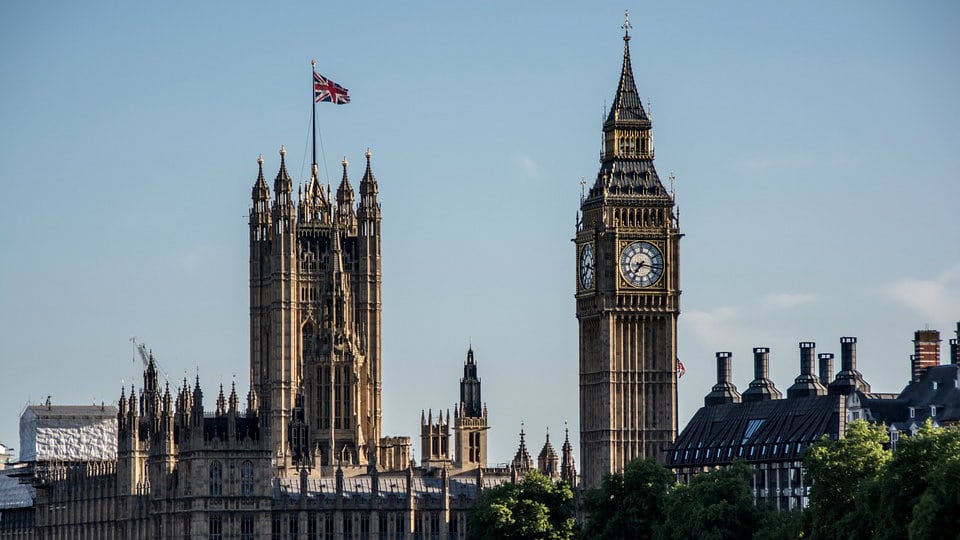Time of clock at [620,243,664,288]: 7:16
